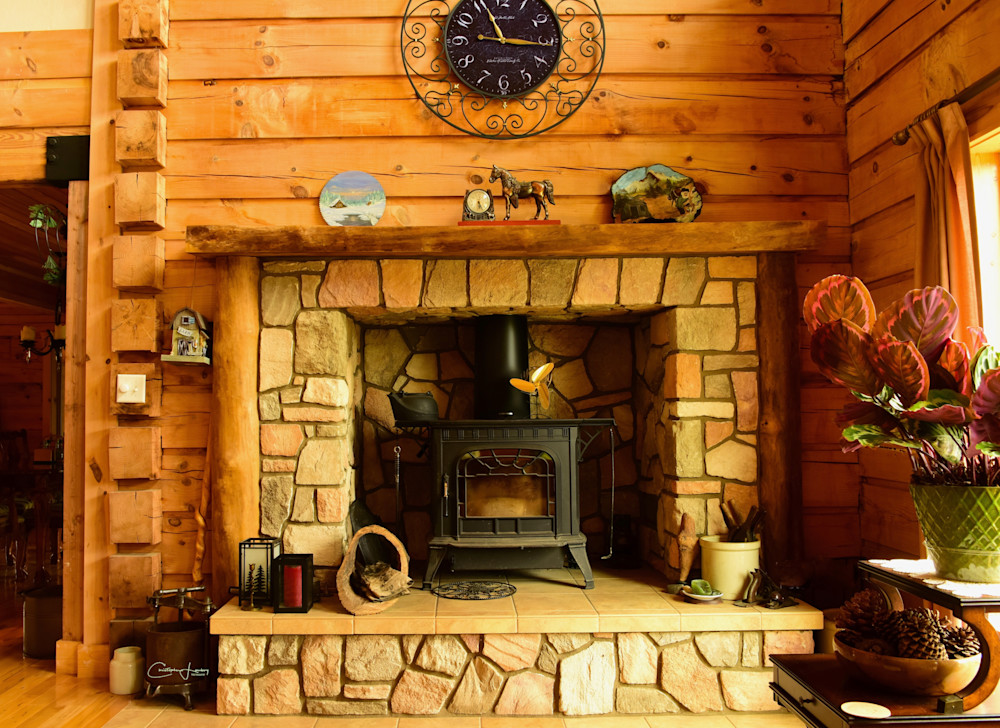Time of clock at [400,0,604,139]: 11:16
